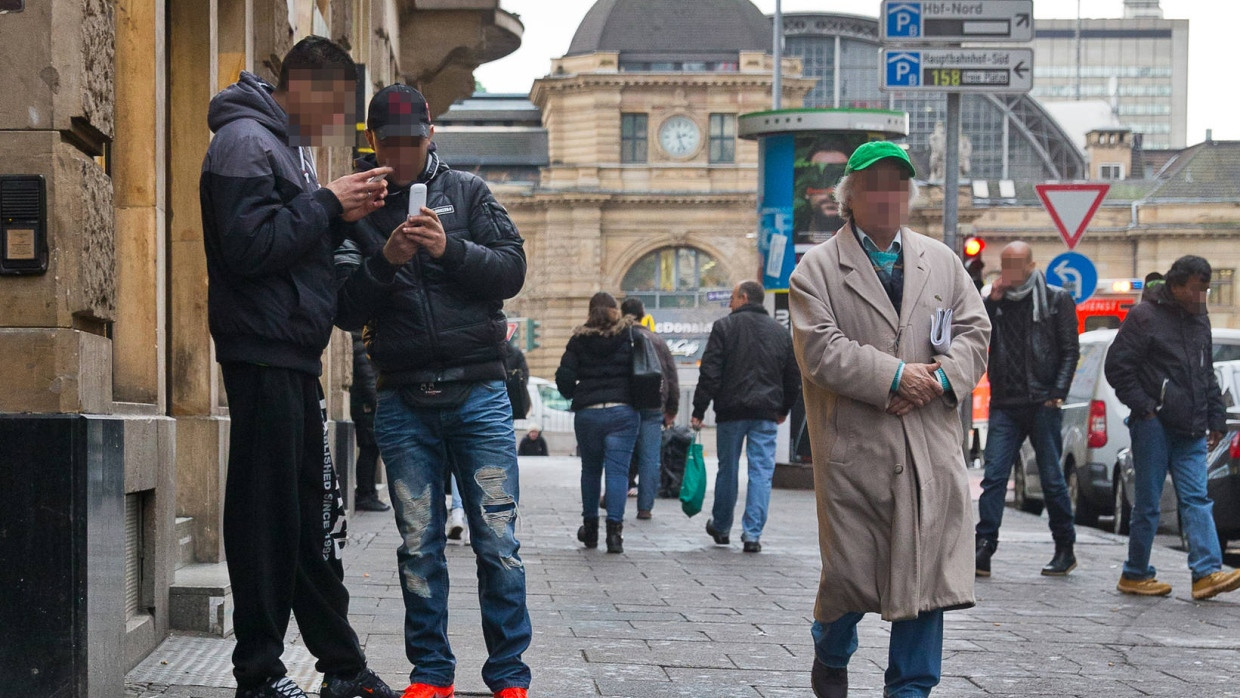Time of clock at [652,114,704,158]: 2:26
